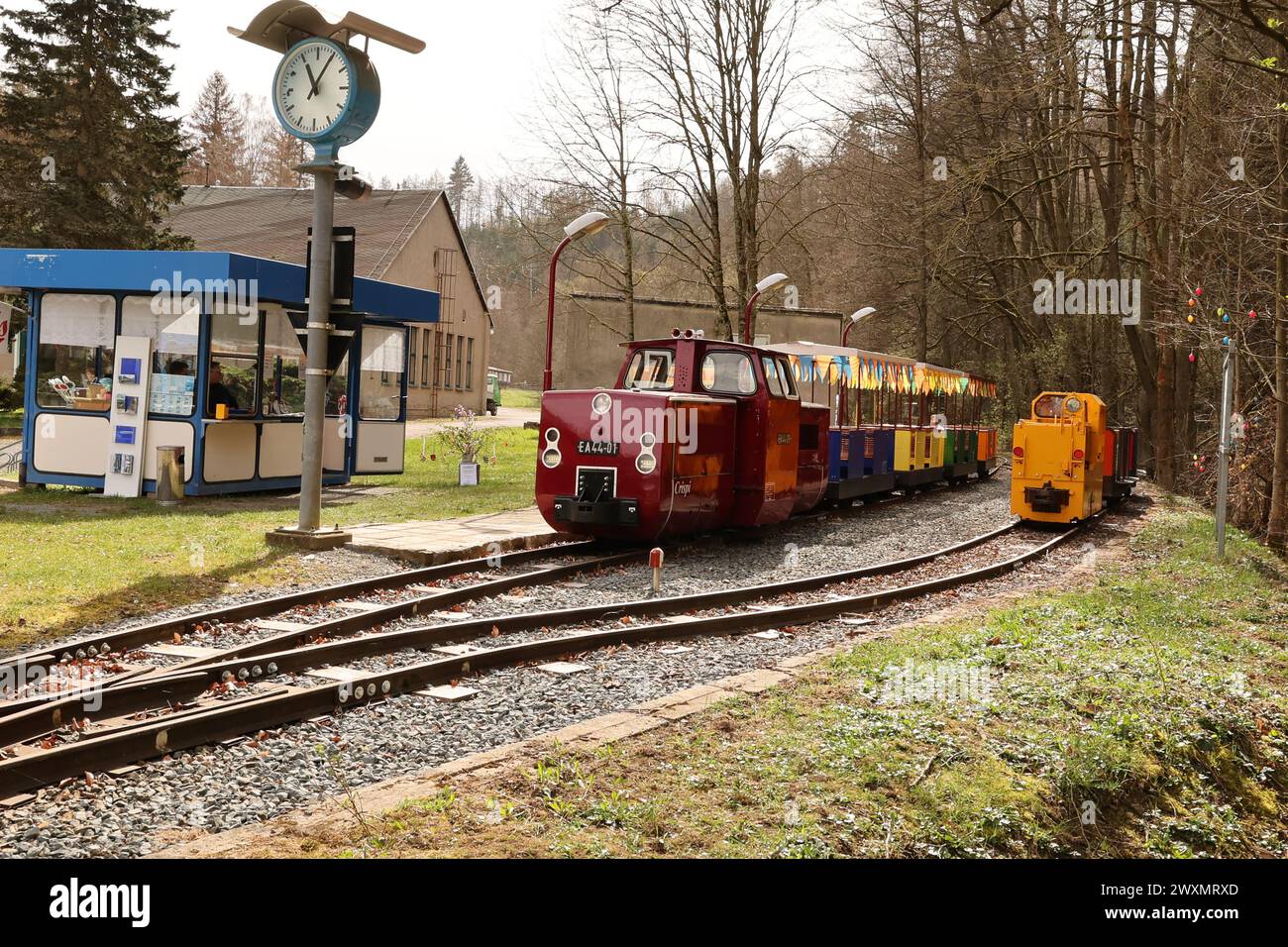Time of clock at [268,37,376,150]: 11:05
